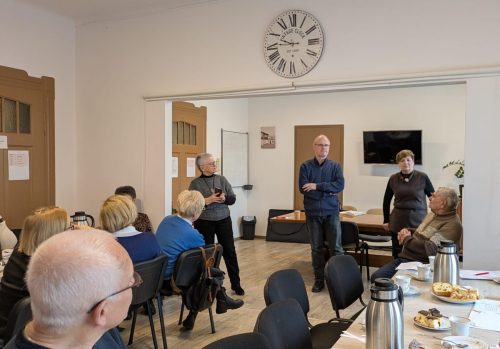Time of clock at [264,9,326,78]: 9:45
